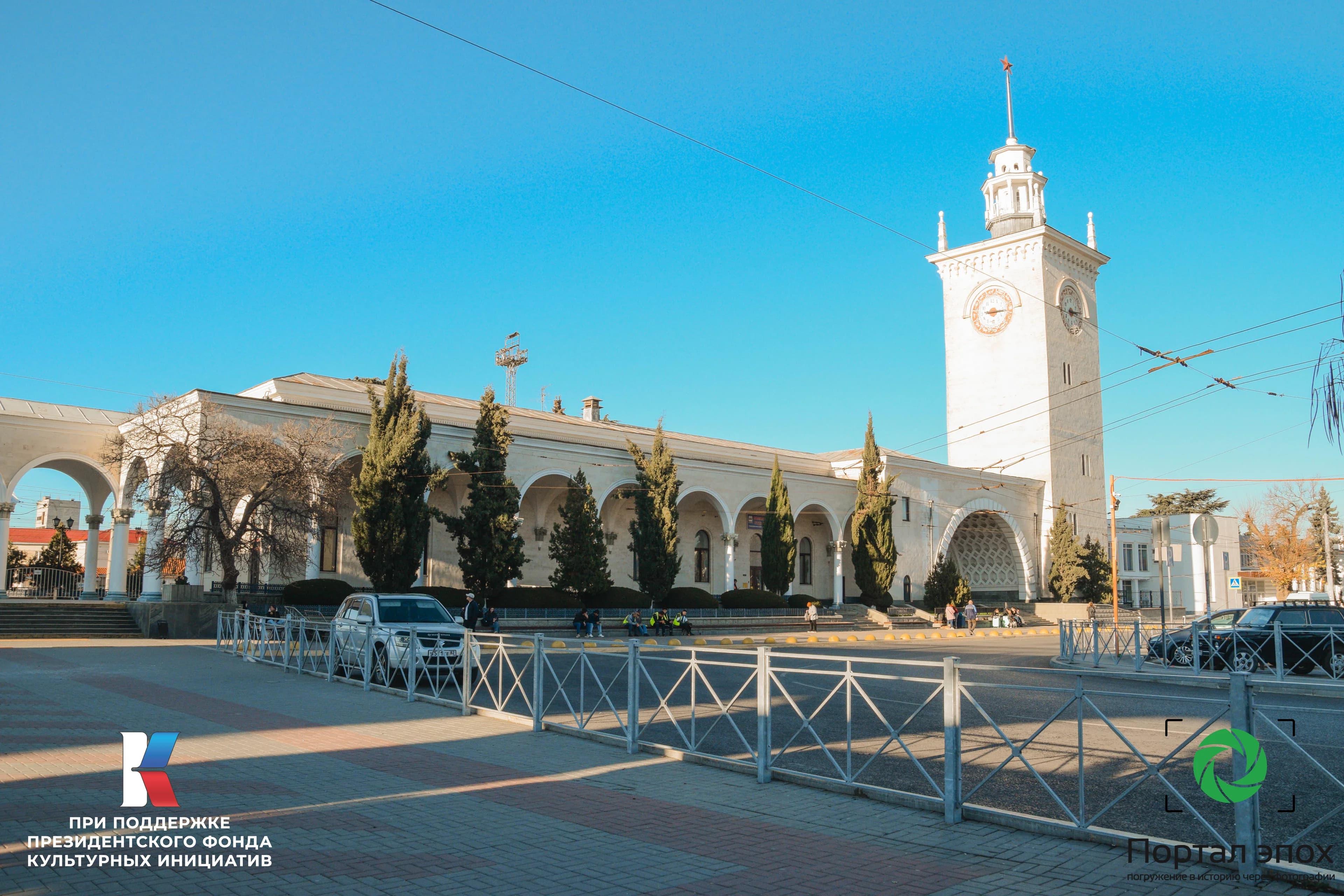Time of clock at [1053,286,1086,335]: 3:16
